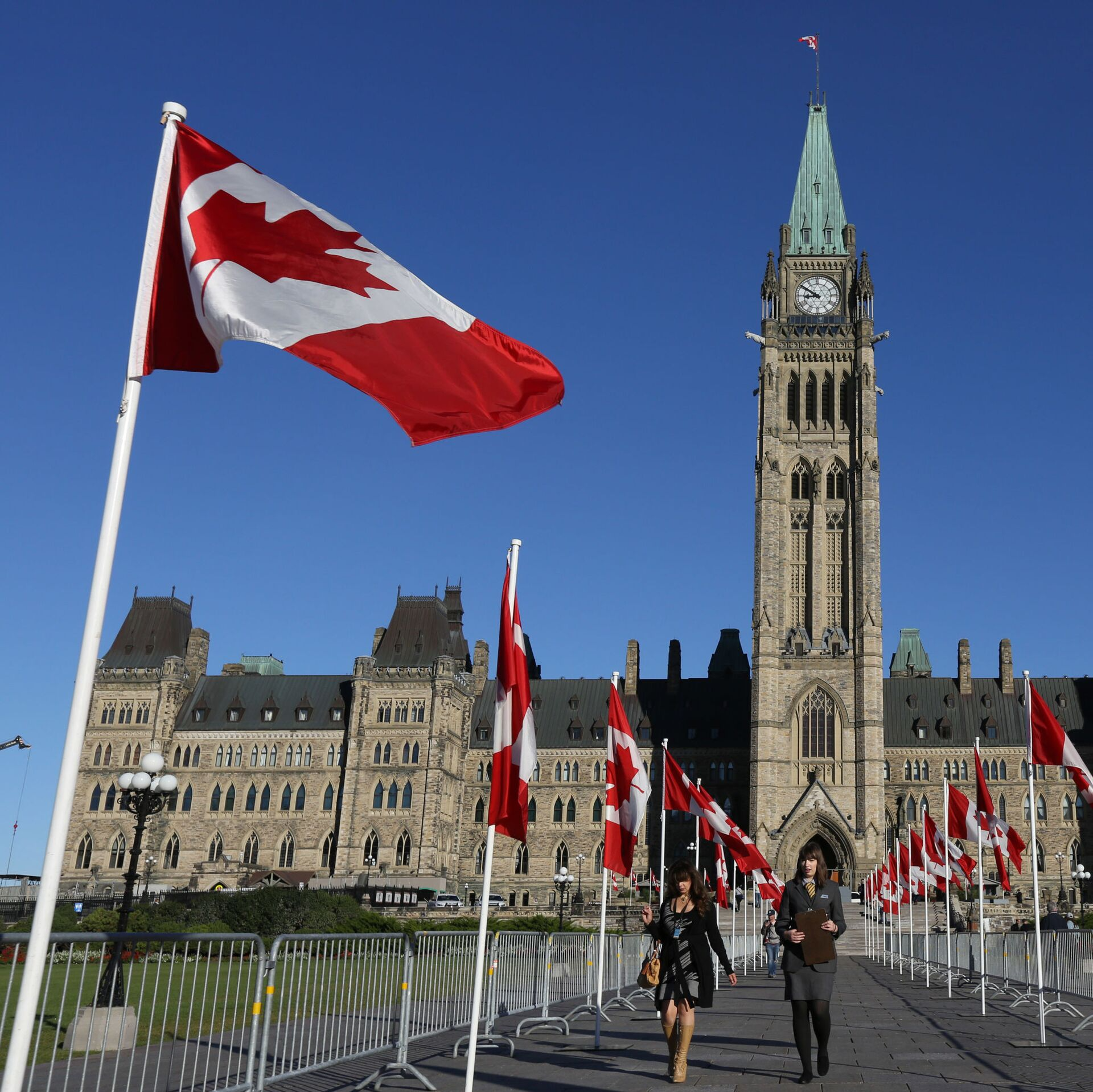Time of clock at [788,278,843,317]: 8:50
